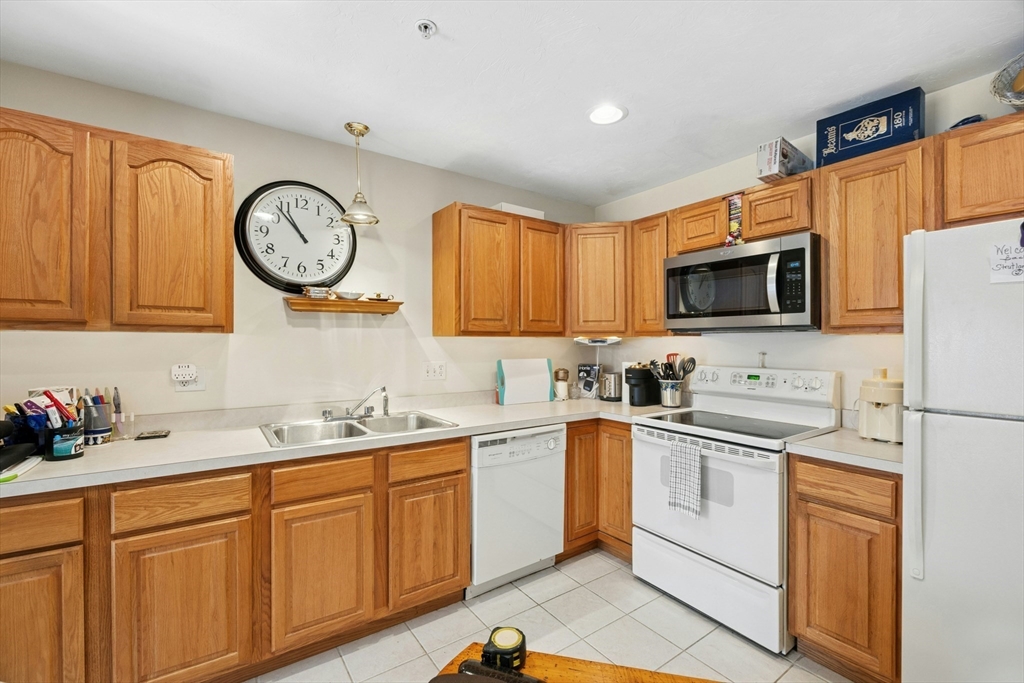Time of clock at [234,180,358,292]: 10:53
